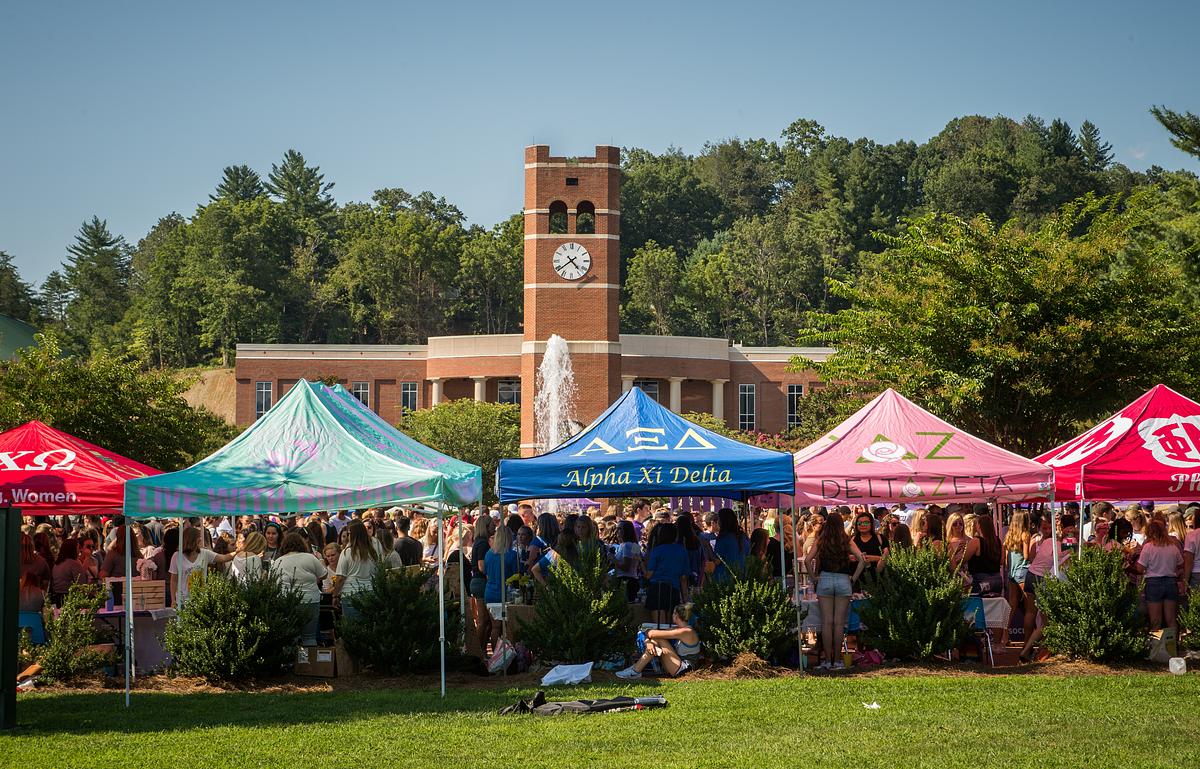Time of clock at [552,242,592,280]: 4:38
